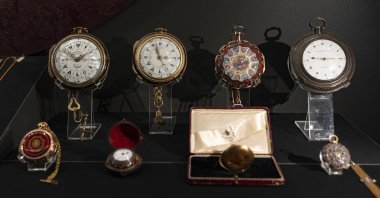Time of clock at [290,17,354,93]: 9:15
